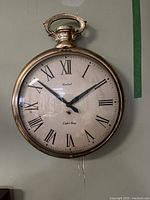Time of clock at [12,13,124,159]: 1:51
